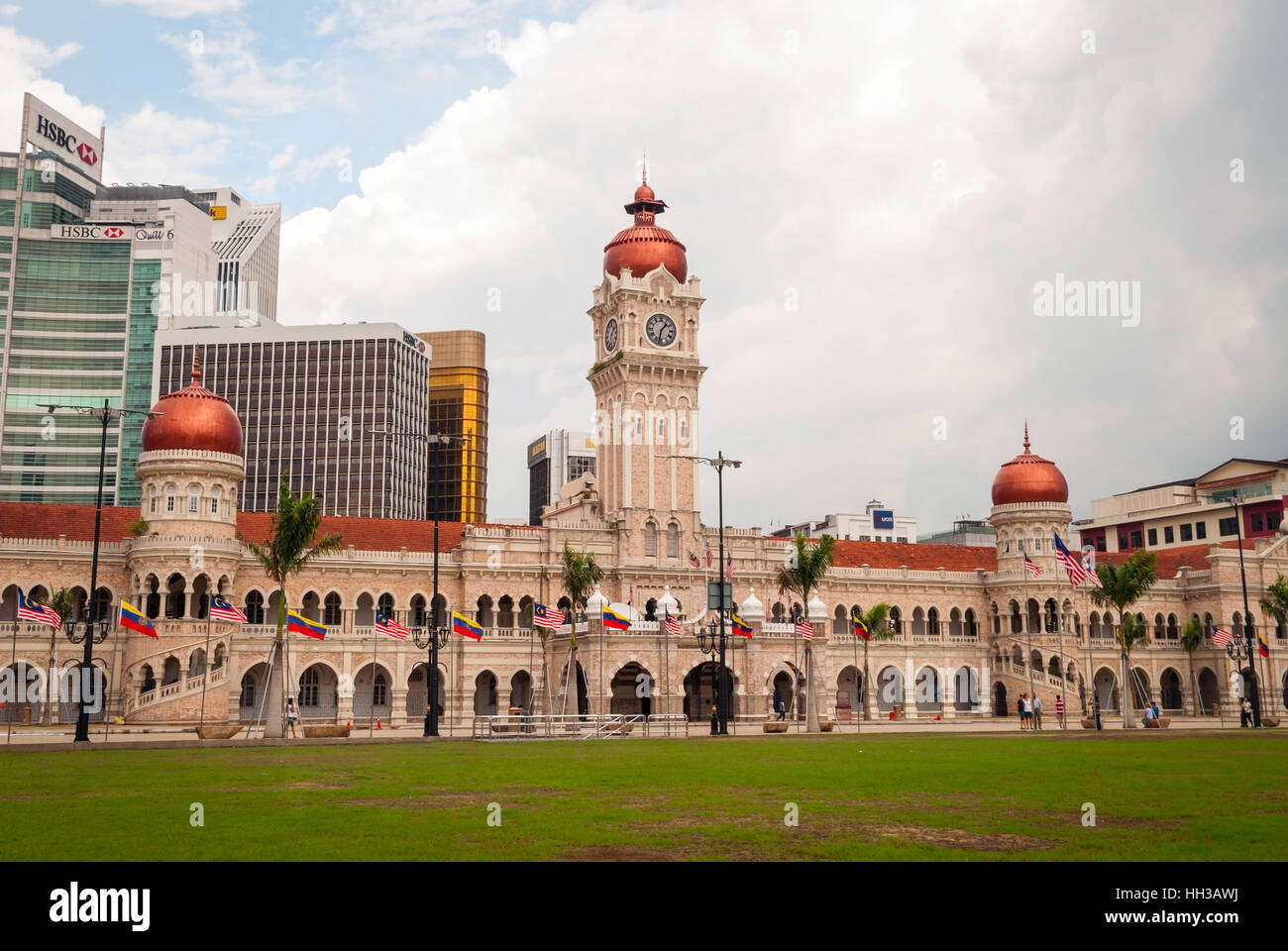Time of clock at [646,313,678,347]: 1:32
